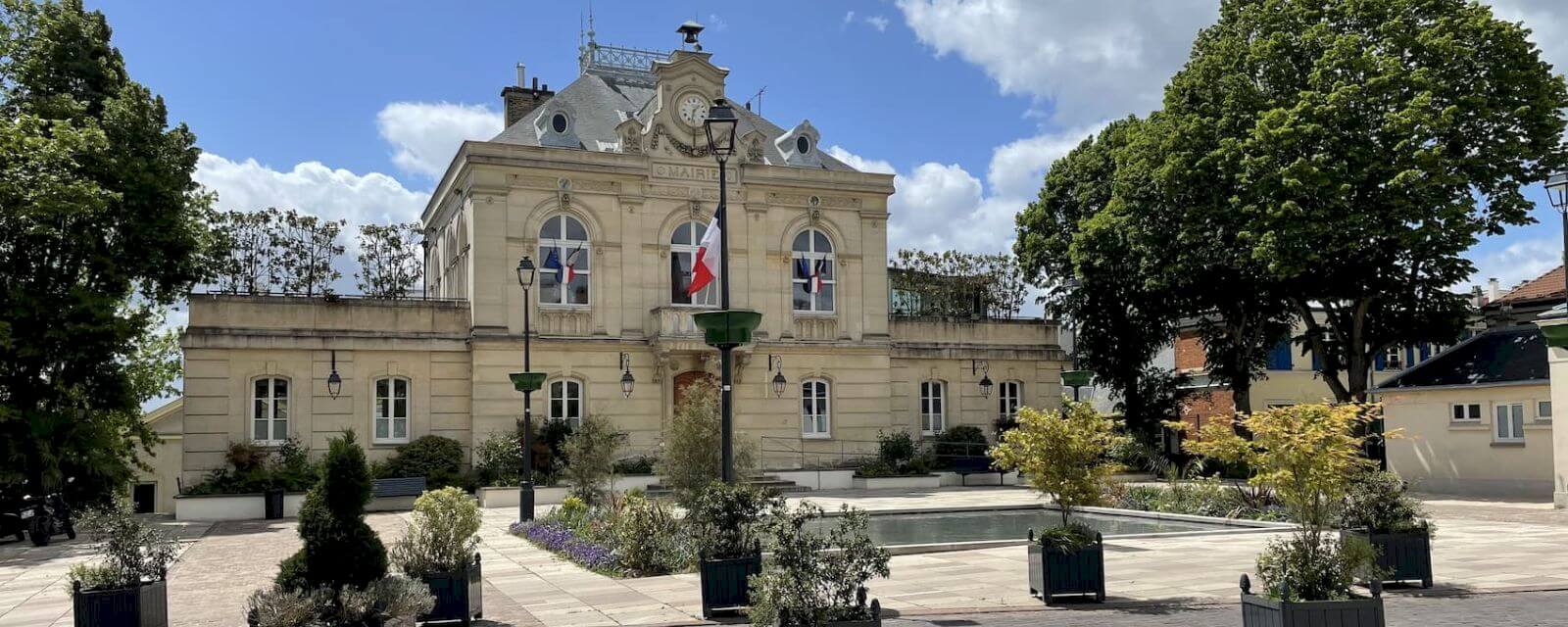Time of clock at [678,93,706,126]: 1:32
